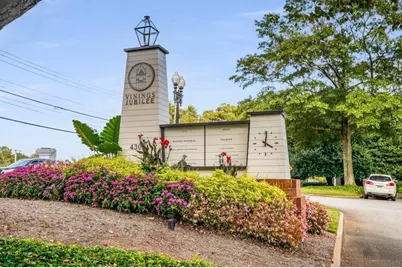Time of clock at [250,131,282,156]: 4:01
